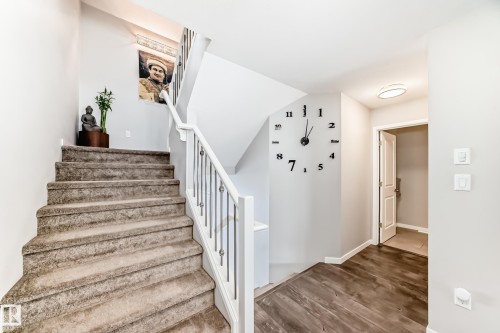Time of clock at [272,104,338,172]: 1:01
